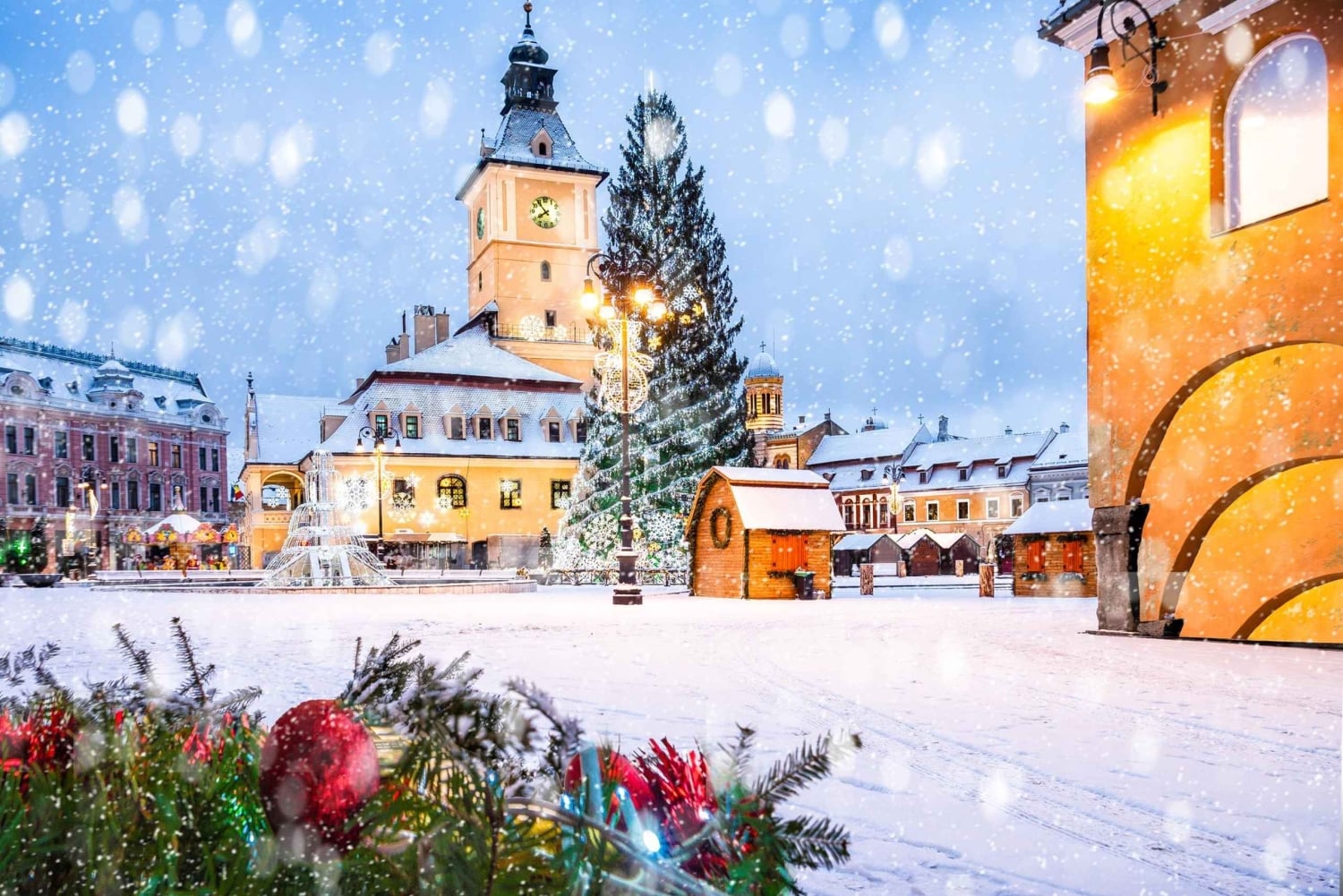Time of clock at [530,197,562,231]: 7:53
